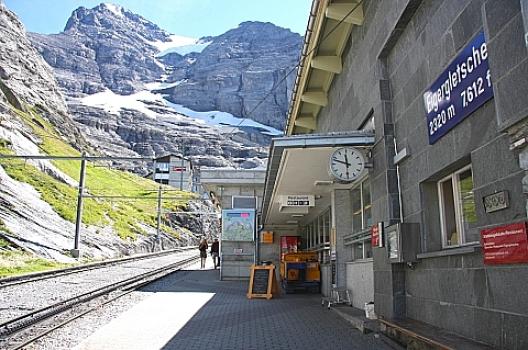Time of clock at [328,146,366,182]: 11:48
